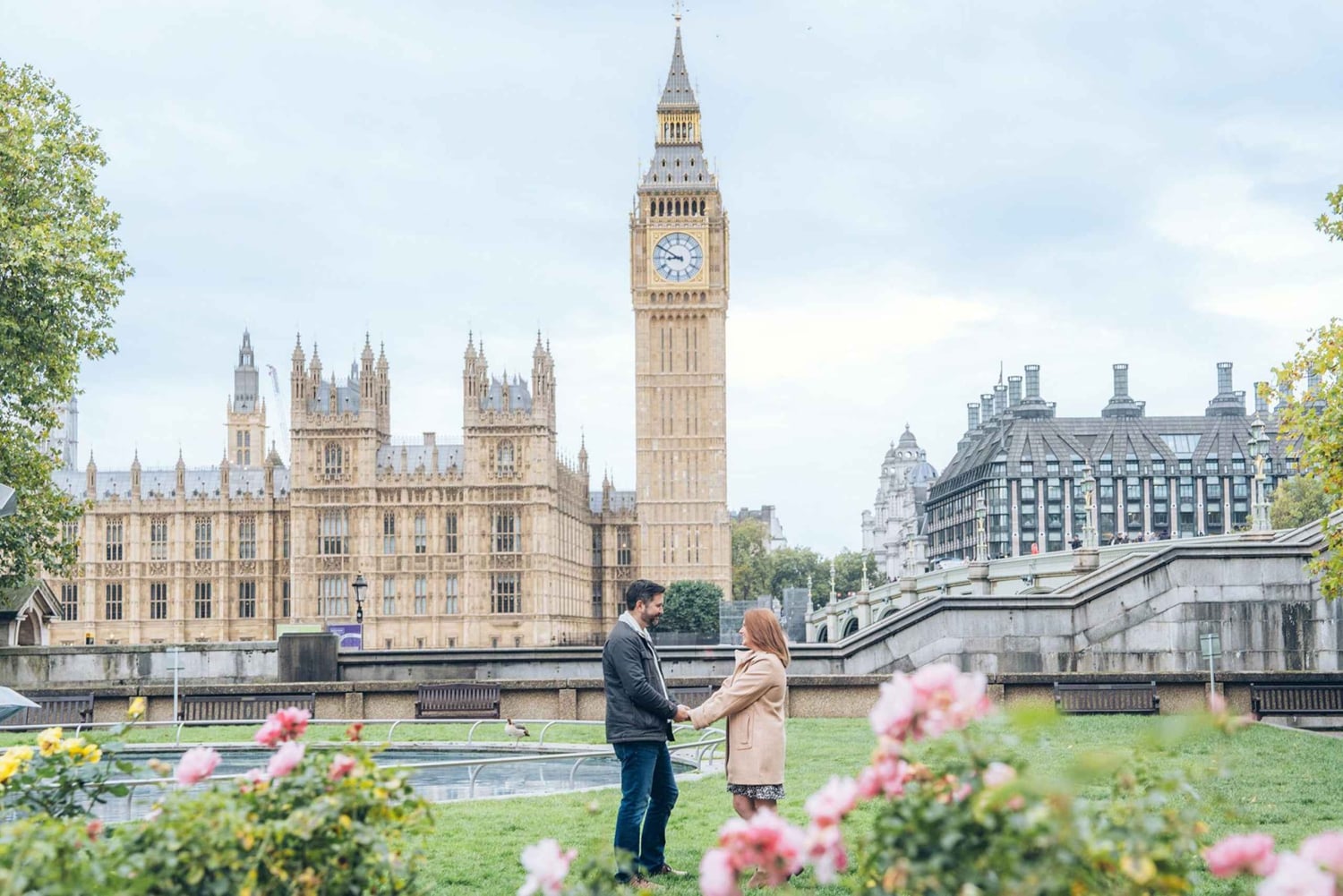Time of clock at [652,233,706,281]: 8:49
